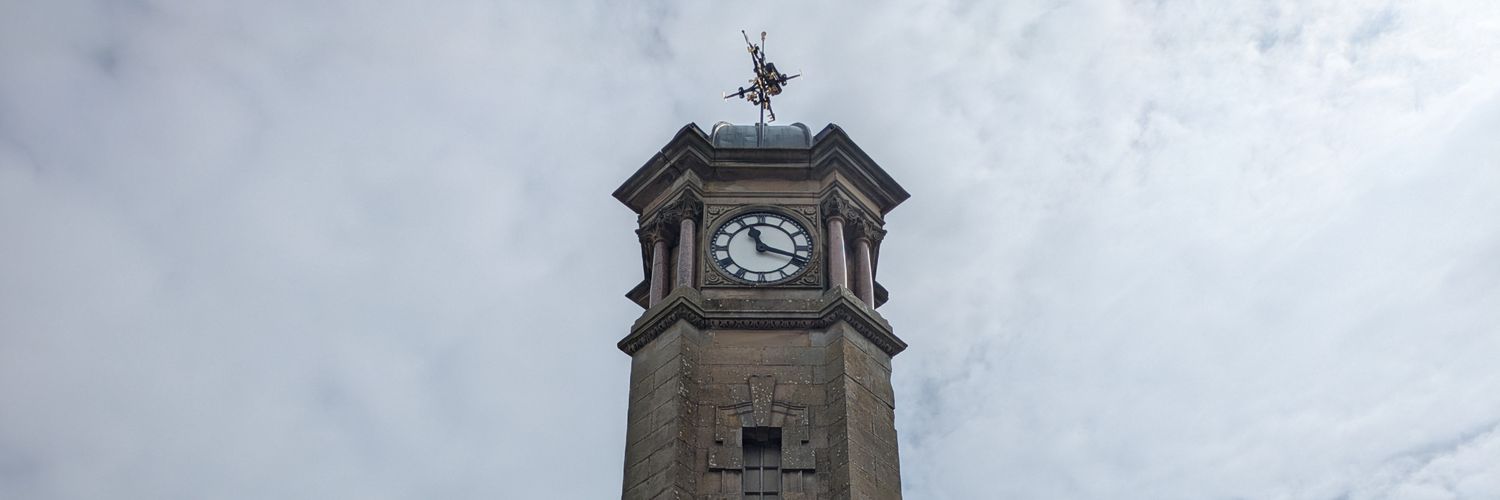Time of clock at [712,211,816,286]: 11:18
